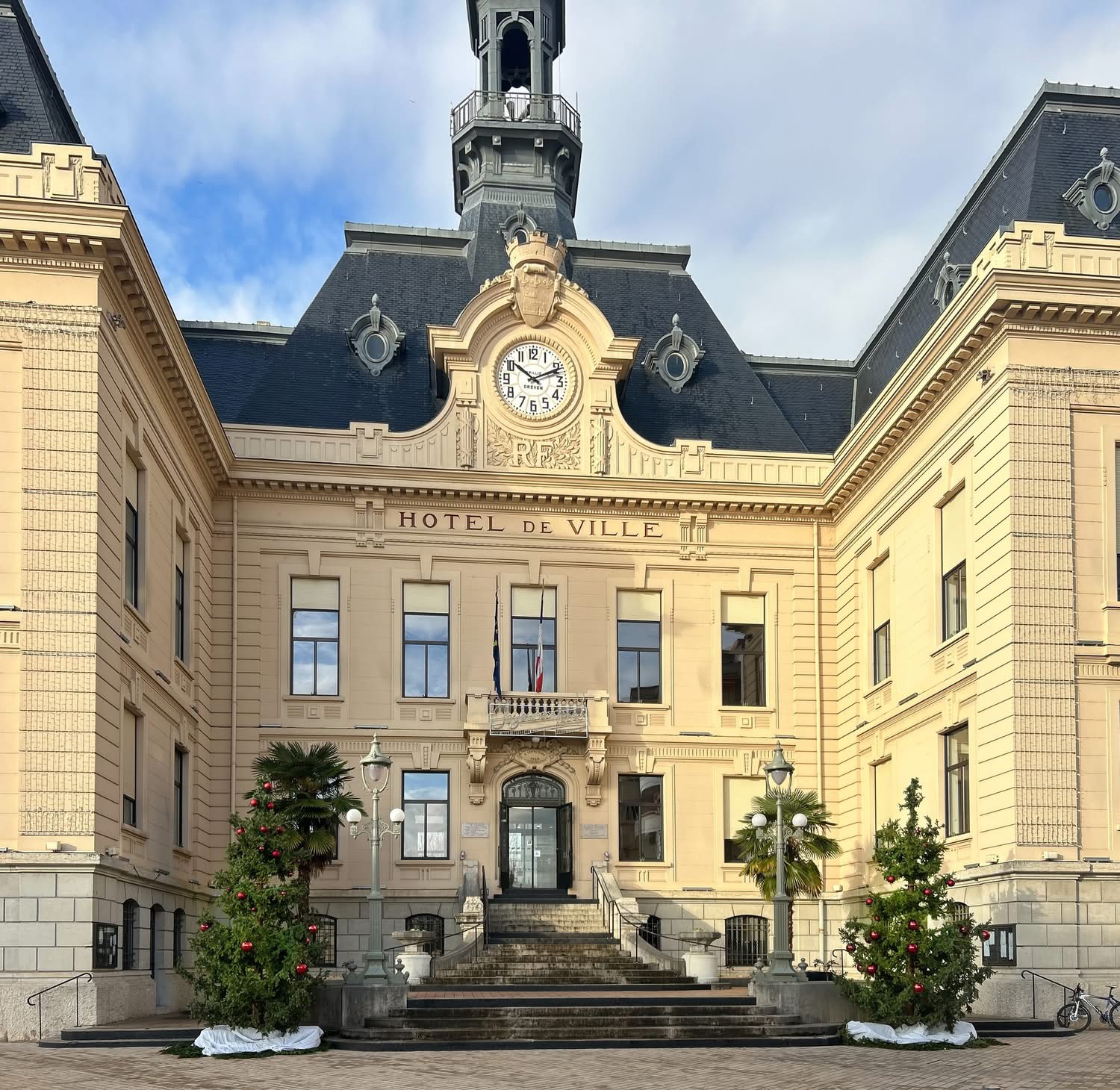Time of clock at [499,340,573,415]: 10:11
